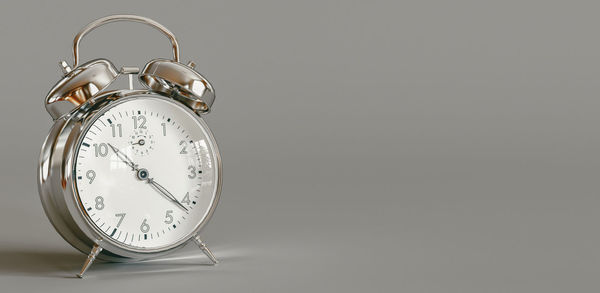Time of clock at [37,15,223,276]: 10:21
